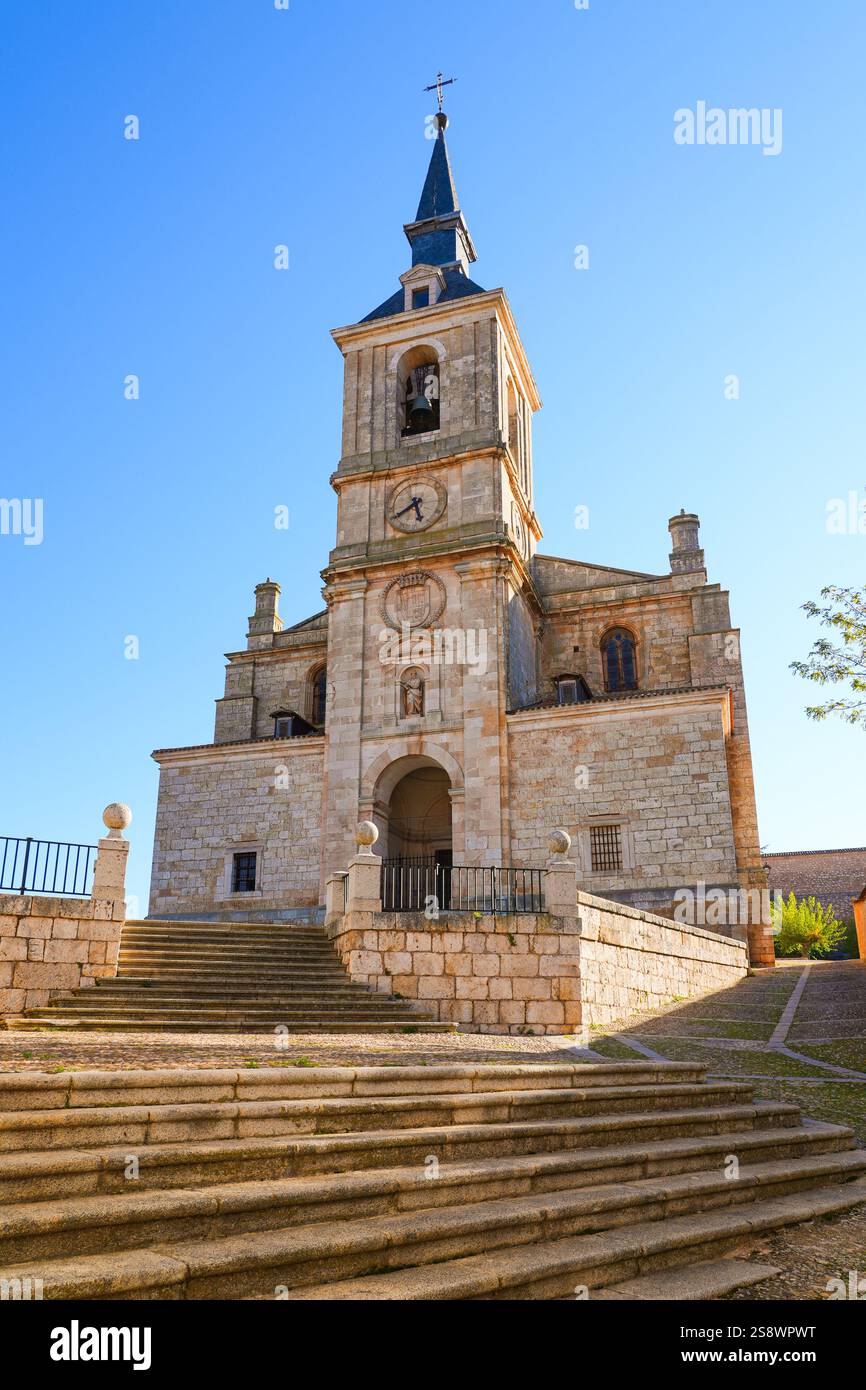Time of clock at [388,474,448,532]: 5:40
